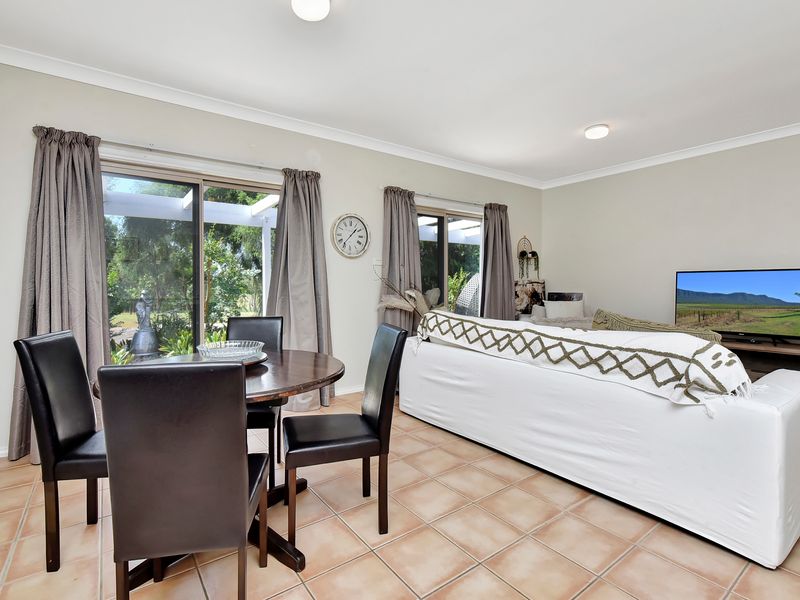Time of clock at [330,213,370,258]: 1:36
